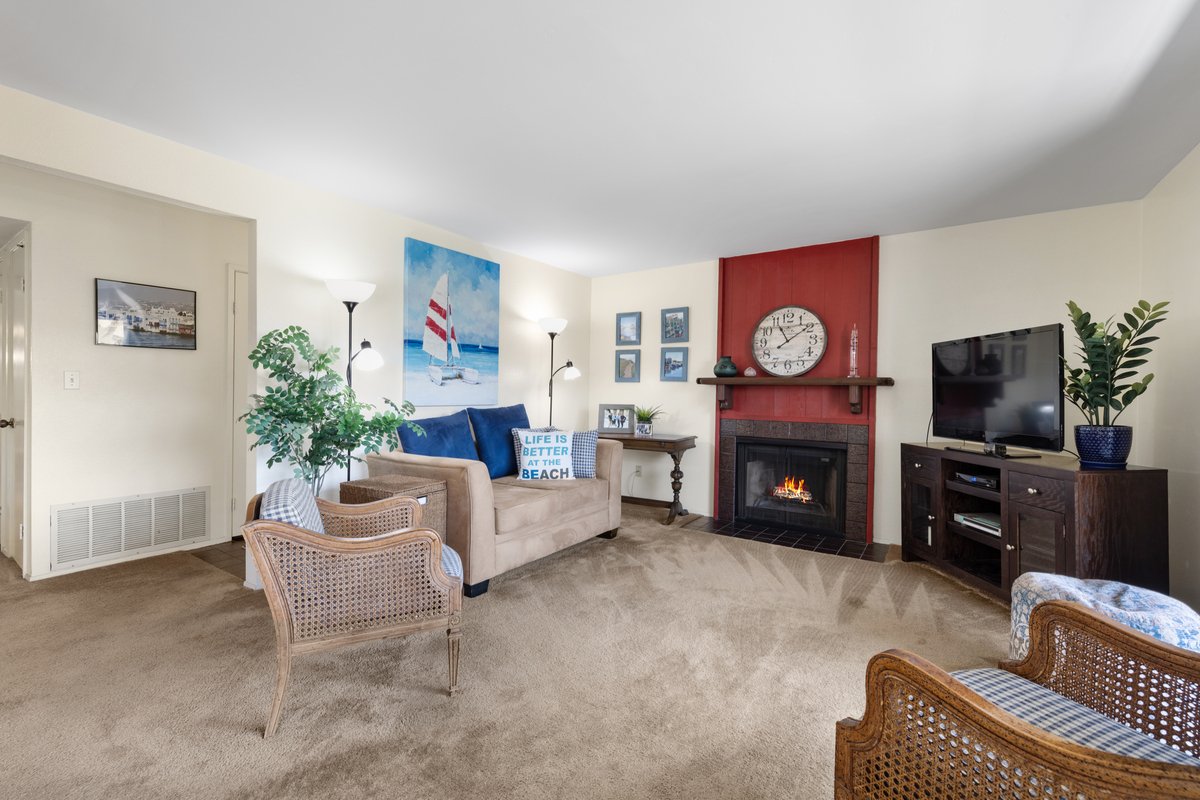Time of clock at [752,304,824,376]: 11:09
